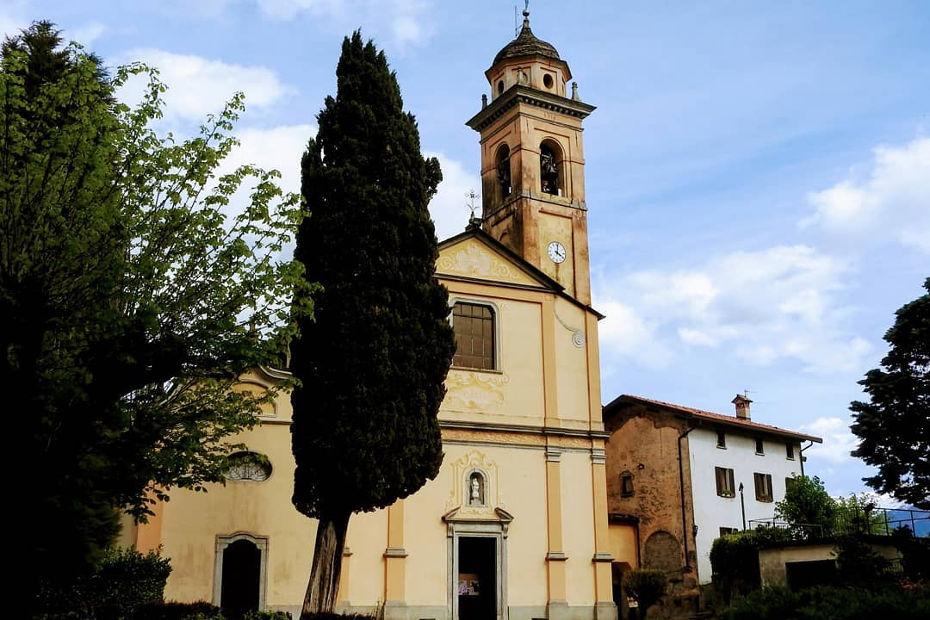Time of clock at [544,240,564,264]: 4:01
